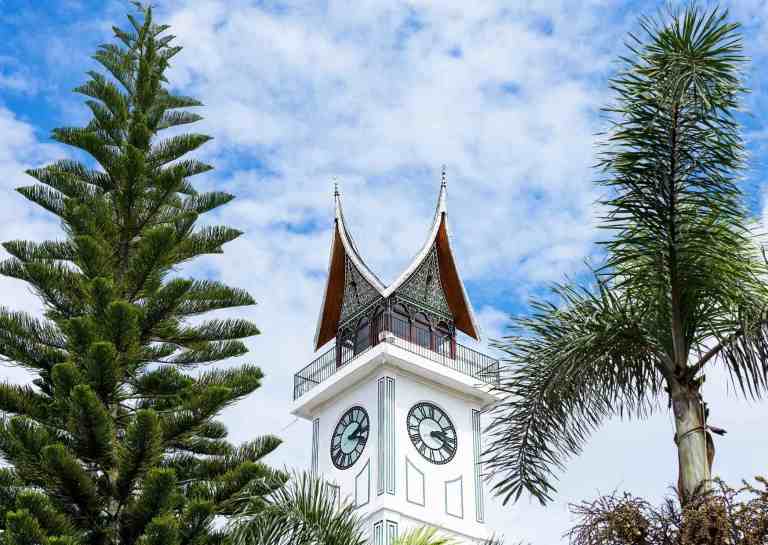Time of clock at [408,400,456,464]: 2:18
